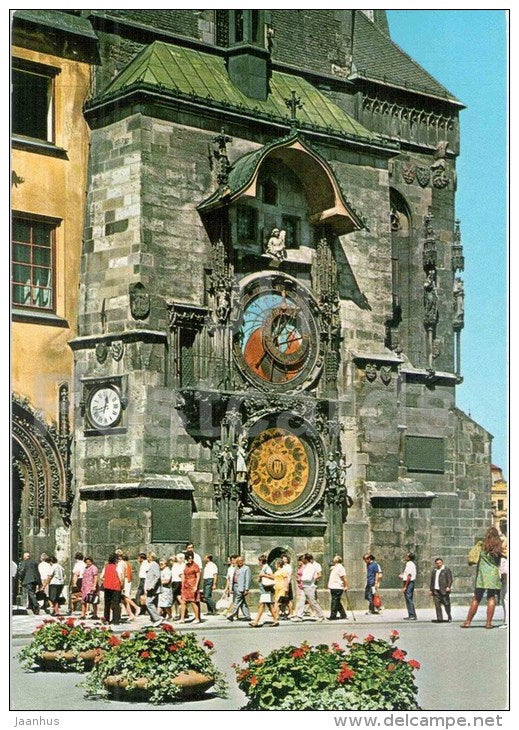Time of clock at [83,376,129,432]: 12:42
